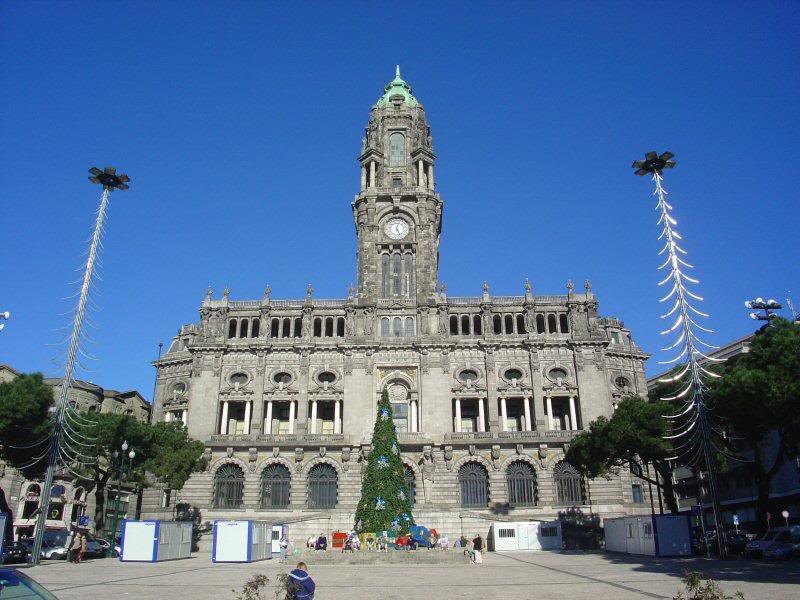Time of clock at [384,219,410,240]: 5:03
